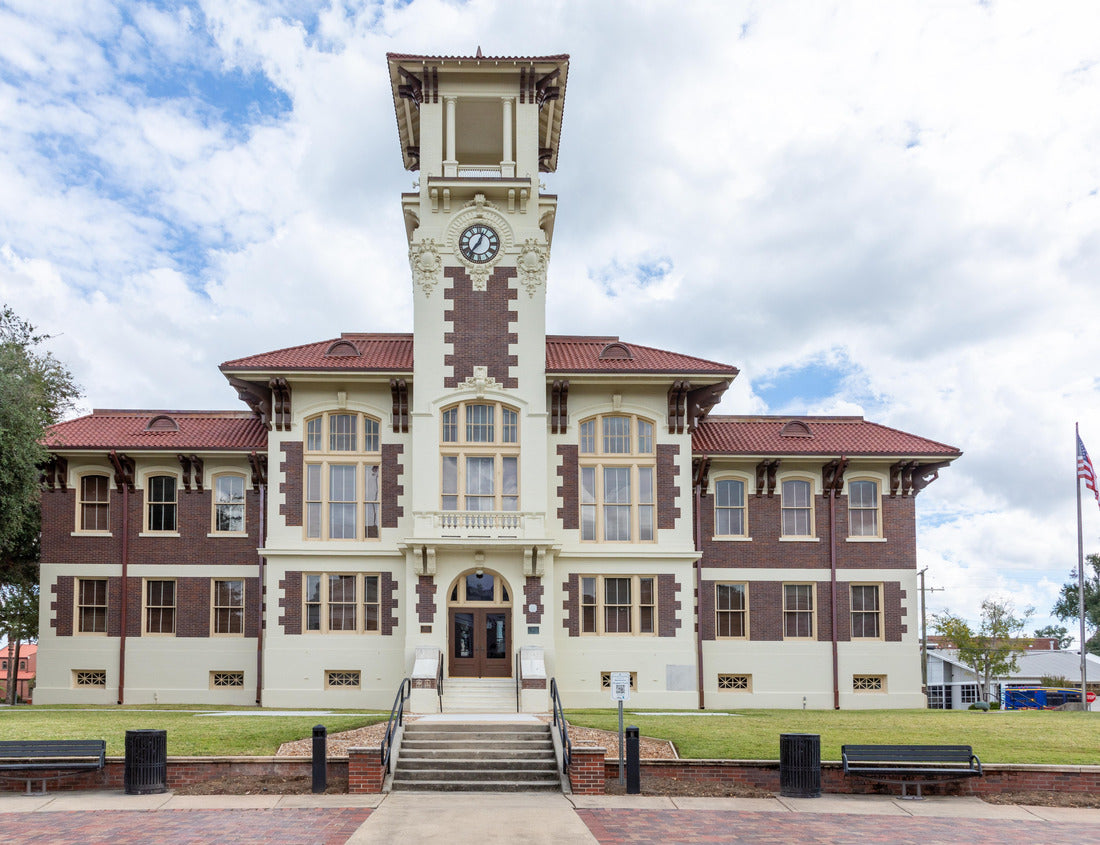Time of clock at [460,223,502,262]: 7:03
